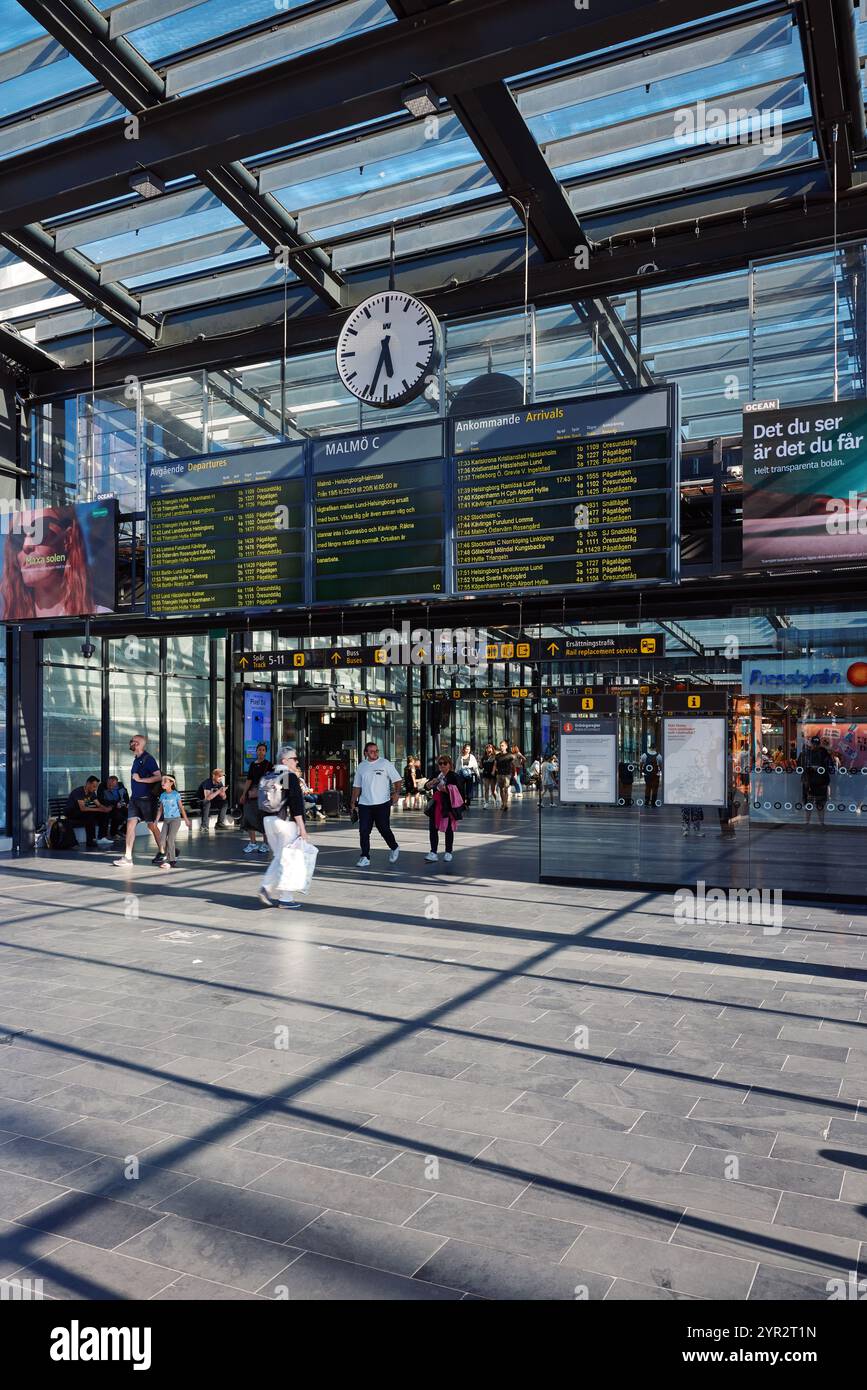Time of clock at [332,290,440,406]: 5:33
